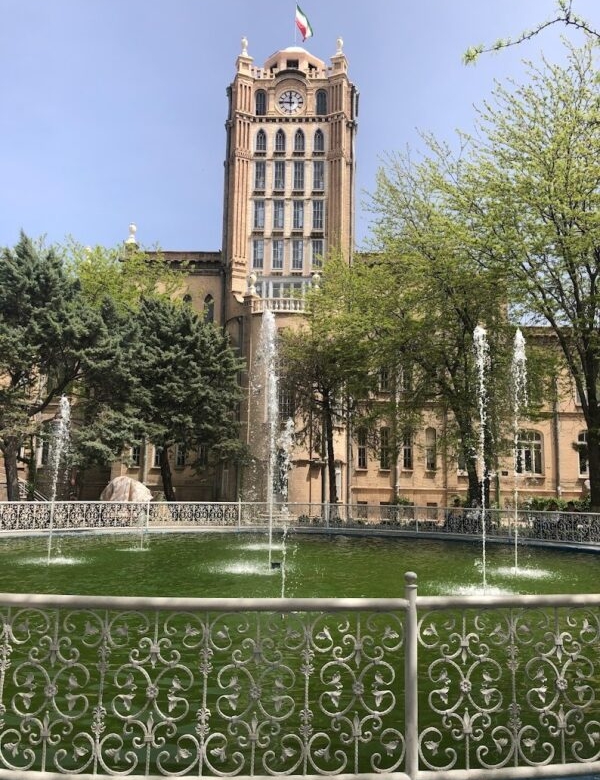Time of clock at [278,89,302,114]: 11:46
